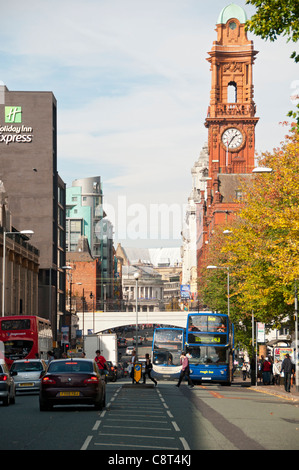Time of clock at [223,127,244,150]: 1:35
